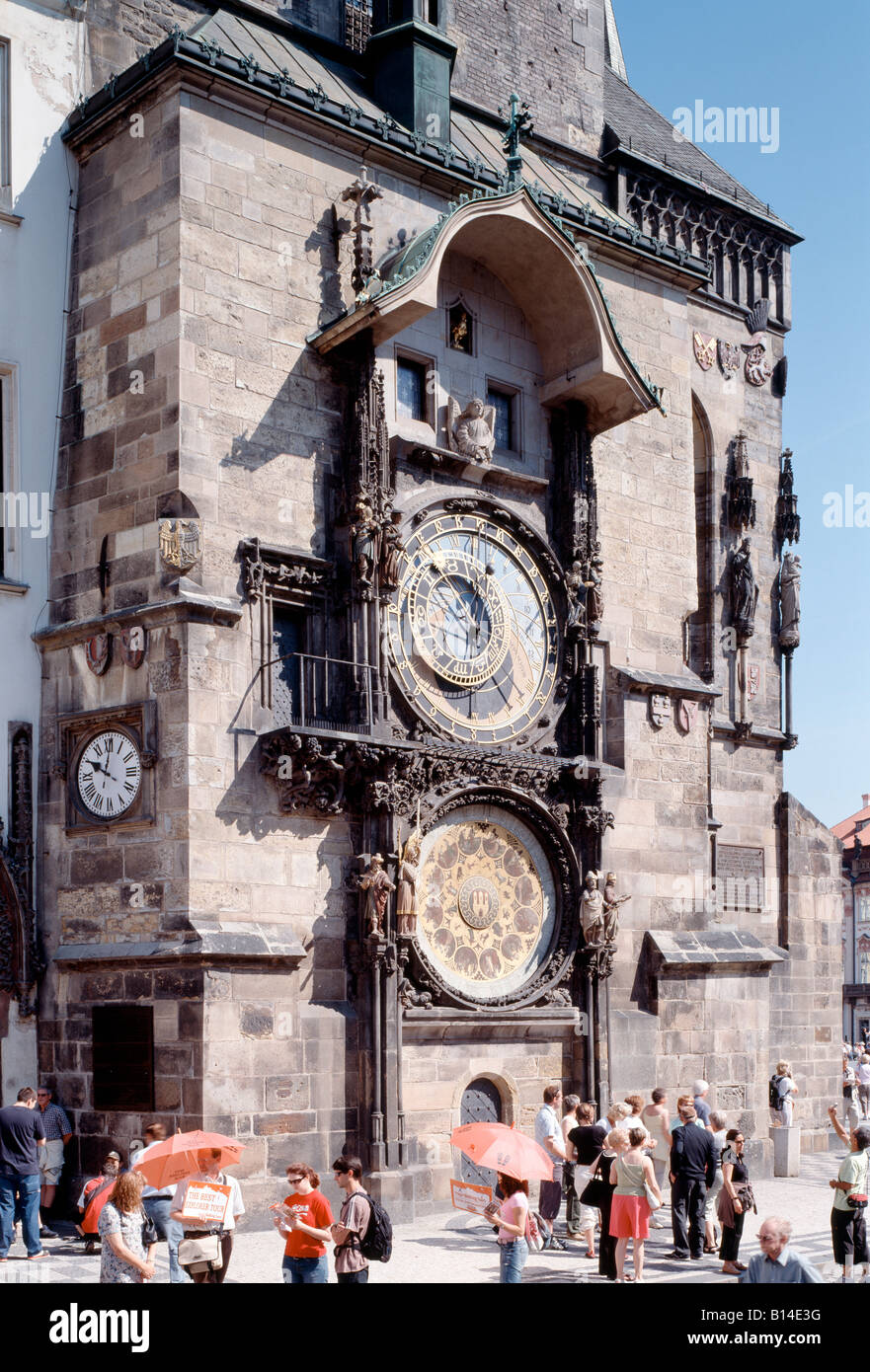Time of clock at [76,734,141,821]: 10:00
